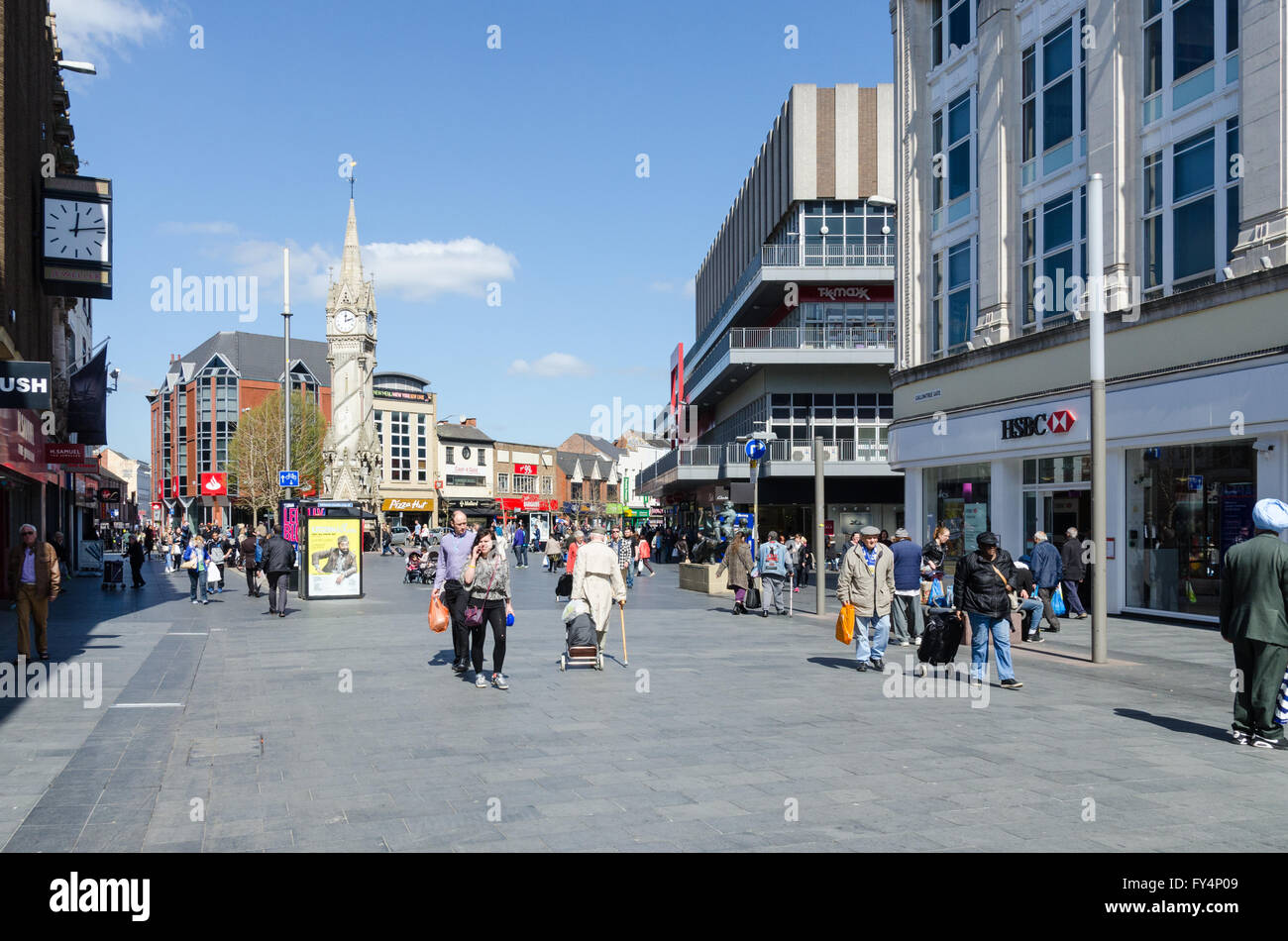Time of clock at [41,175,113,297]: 12:13
